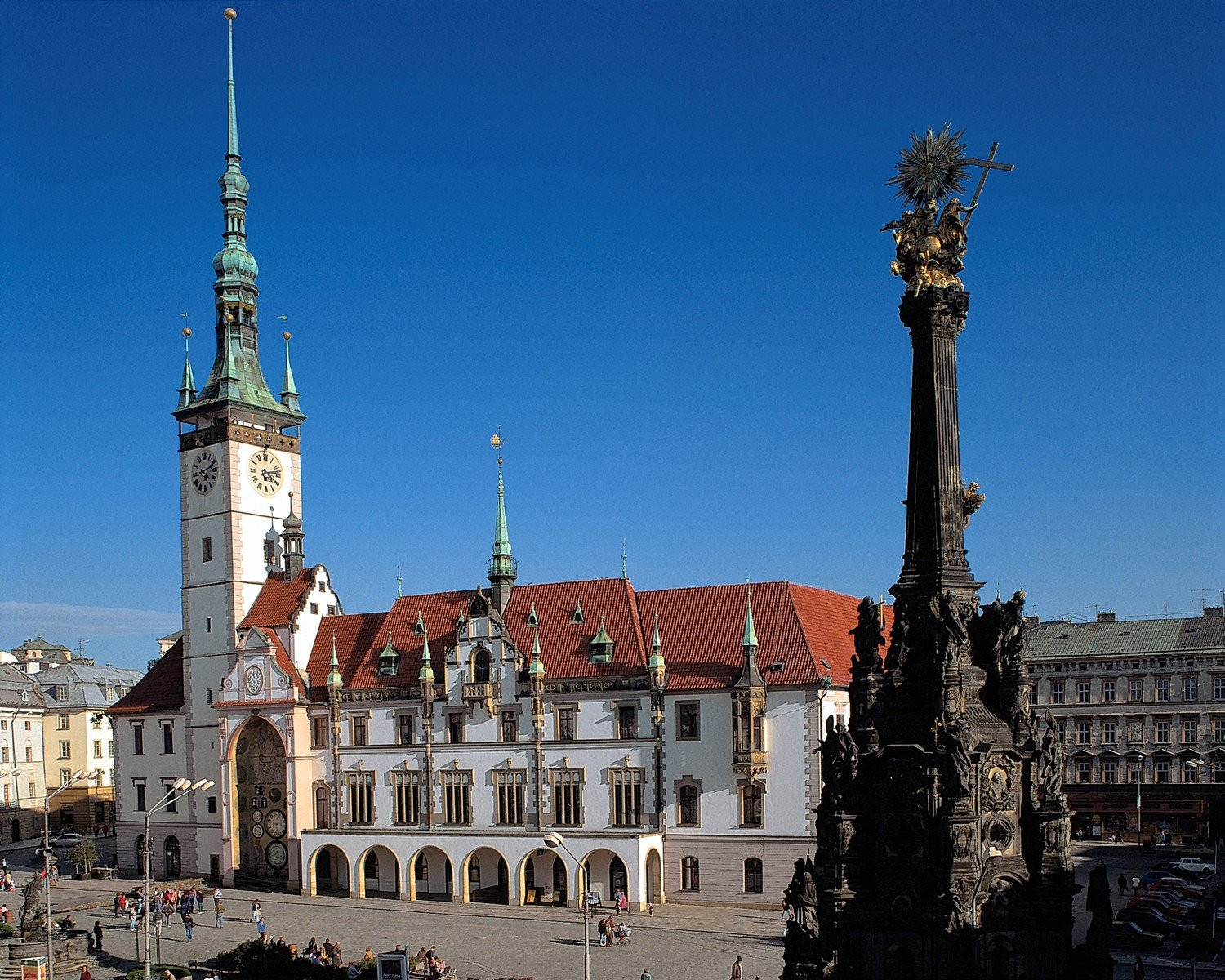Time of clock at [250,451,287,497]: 4:12
